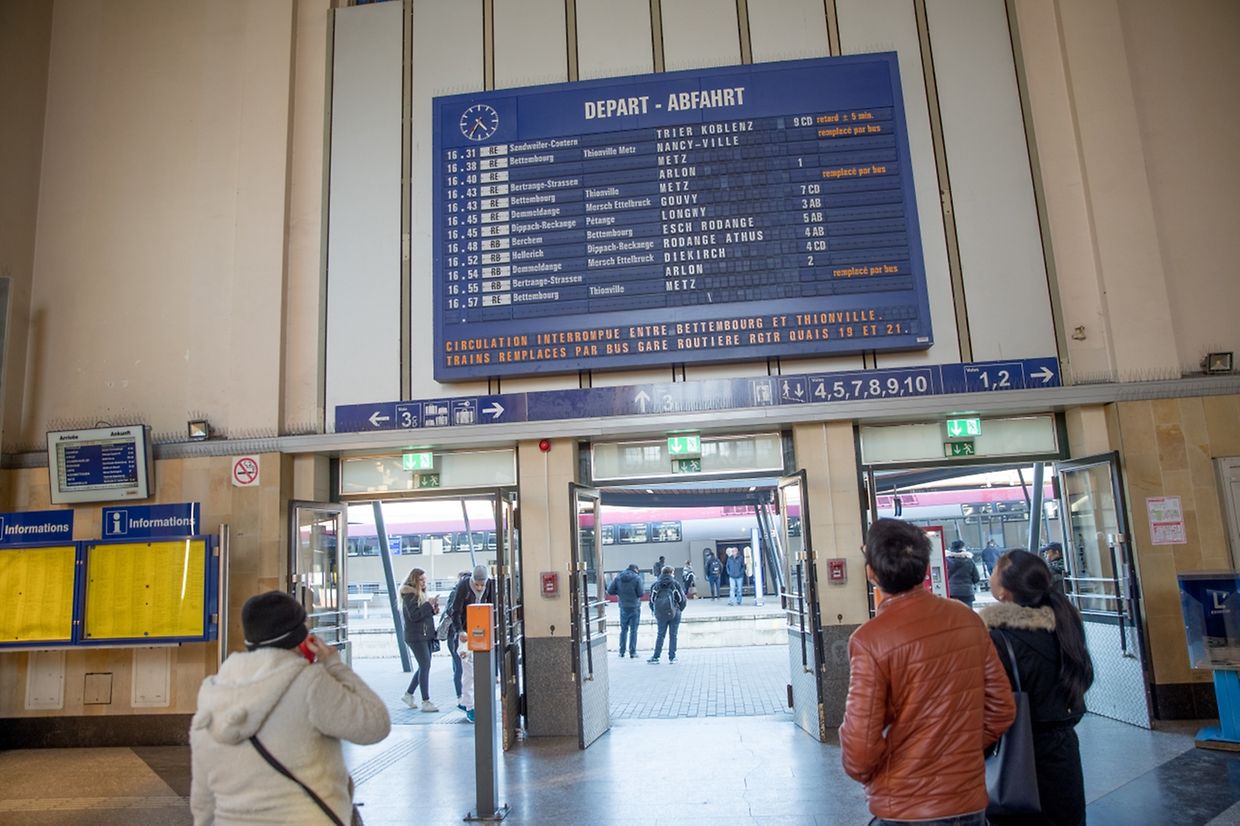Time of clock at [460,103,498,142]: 4:35
